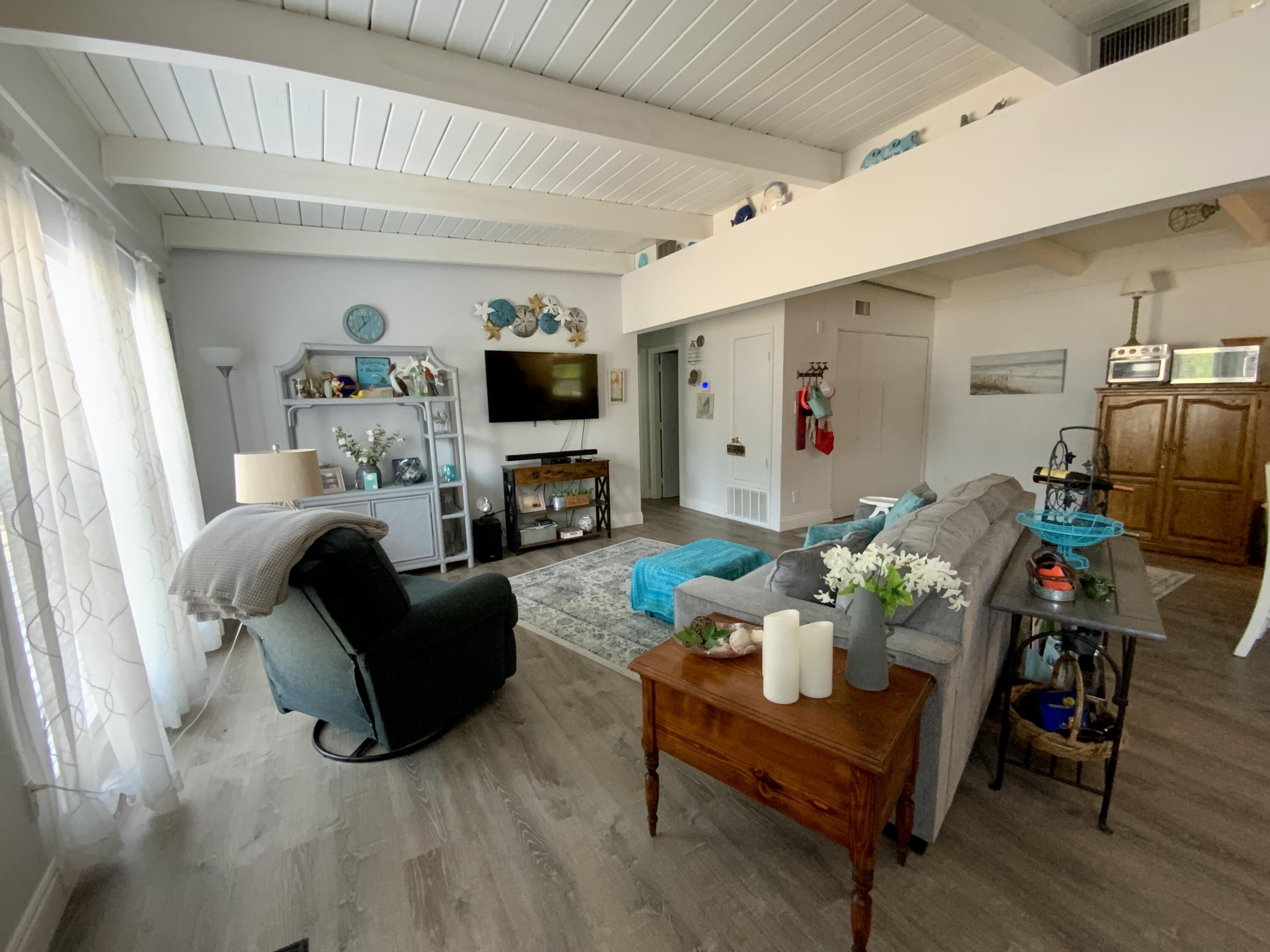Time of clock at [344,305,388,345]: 11:37
